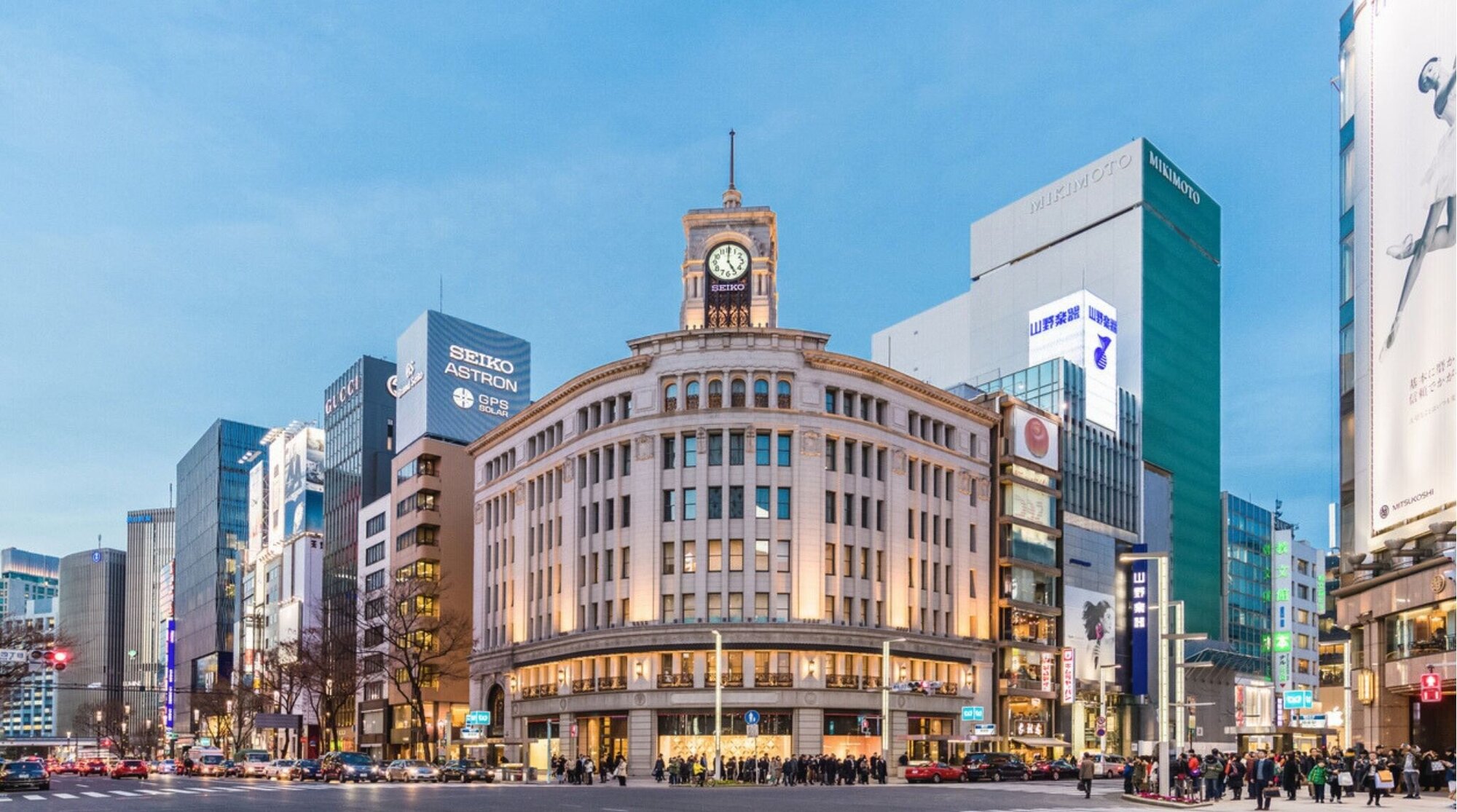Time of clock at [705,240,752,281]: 5:00
